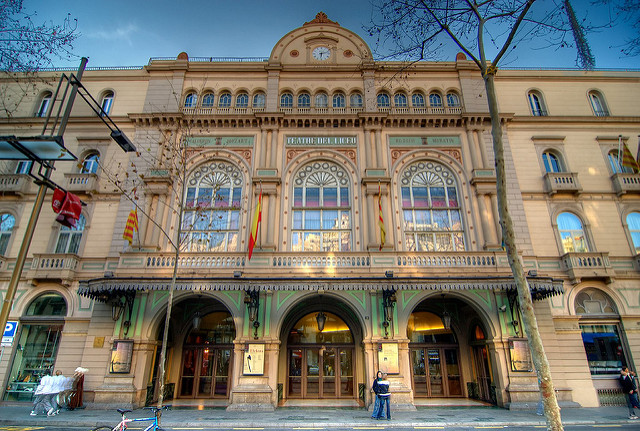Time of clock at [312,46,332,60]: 6:12
